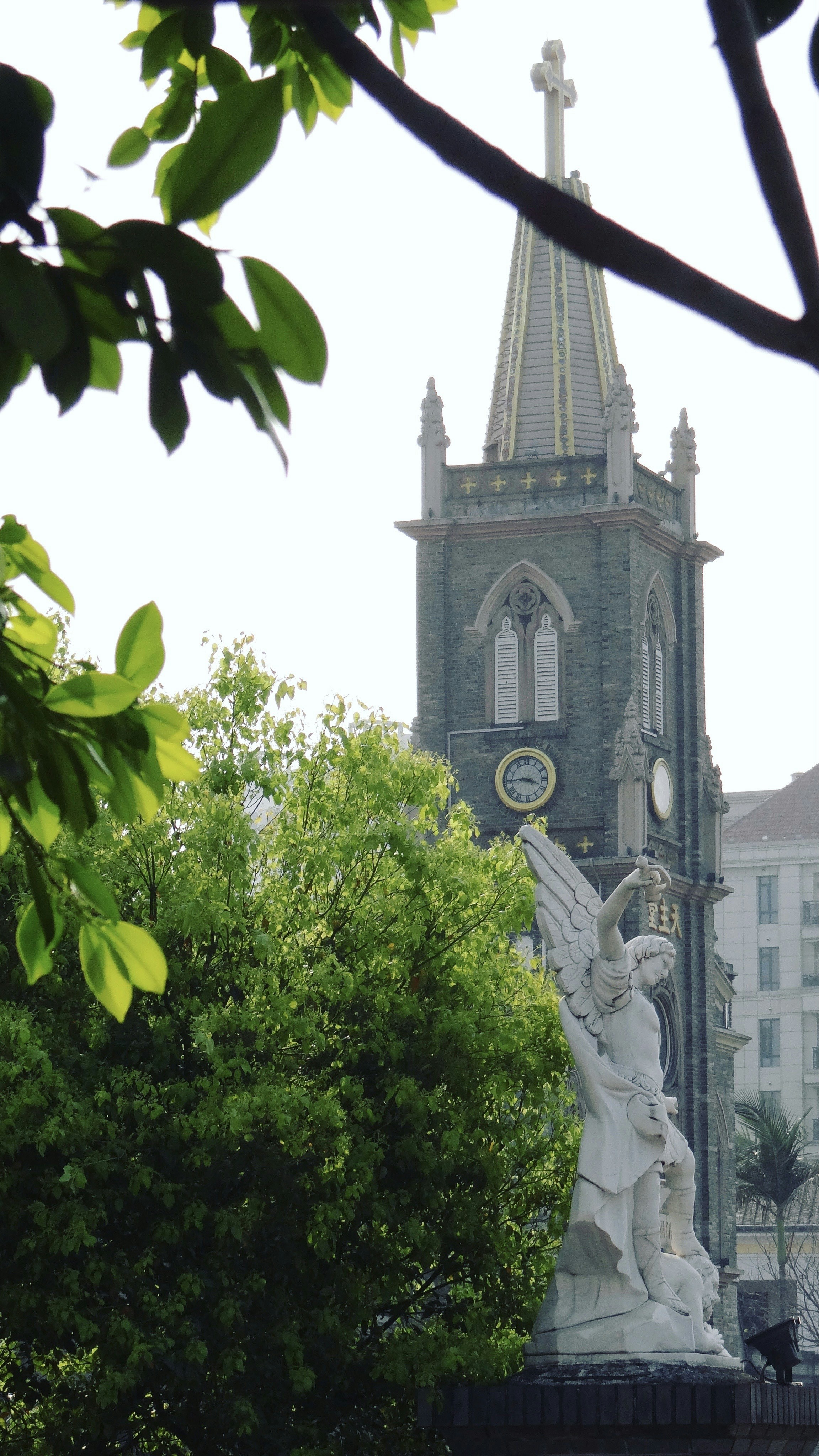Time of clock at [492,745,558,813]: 3:44
